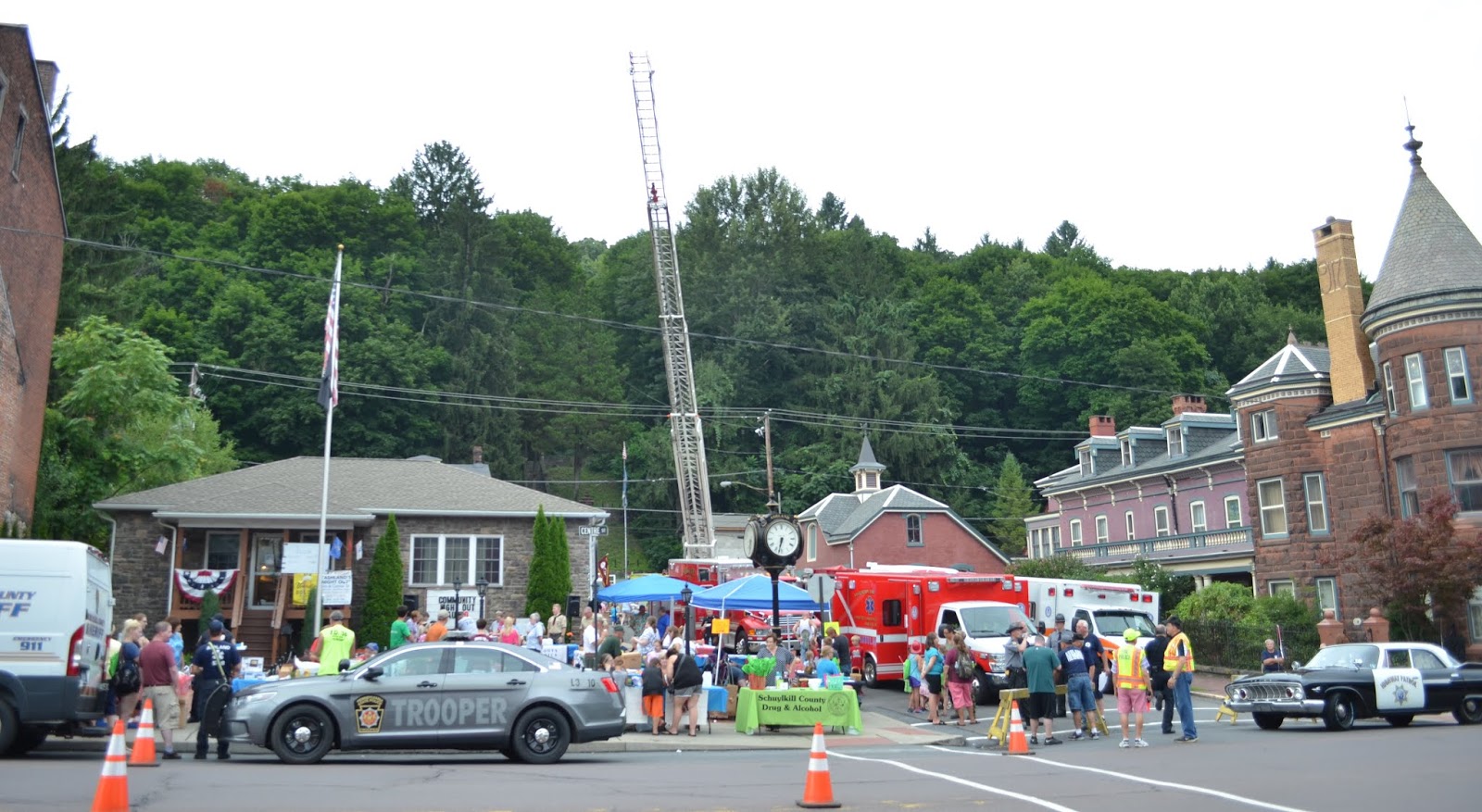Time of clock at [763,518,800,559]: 6:32
